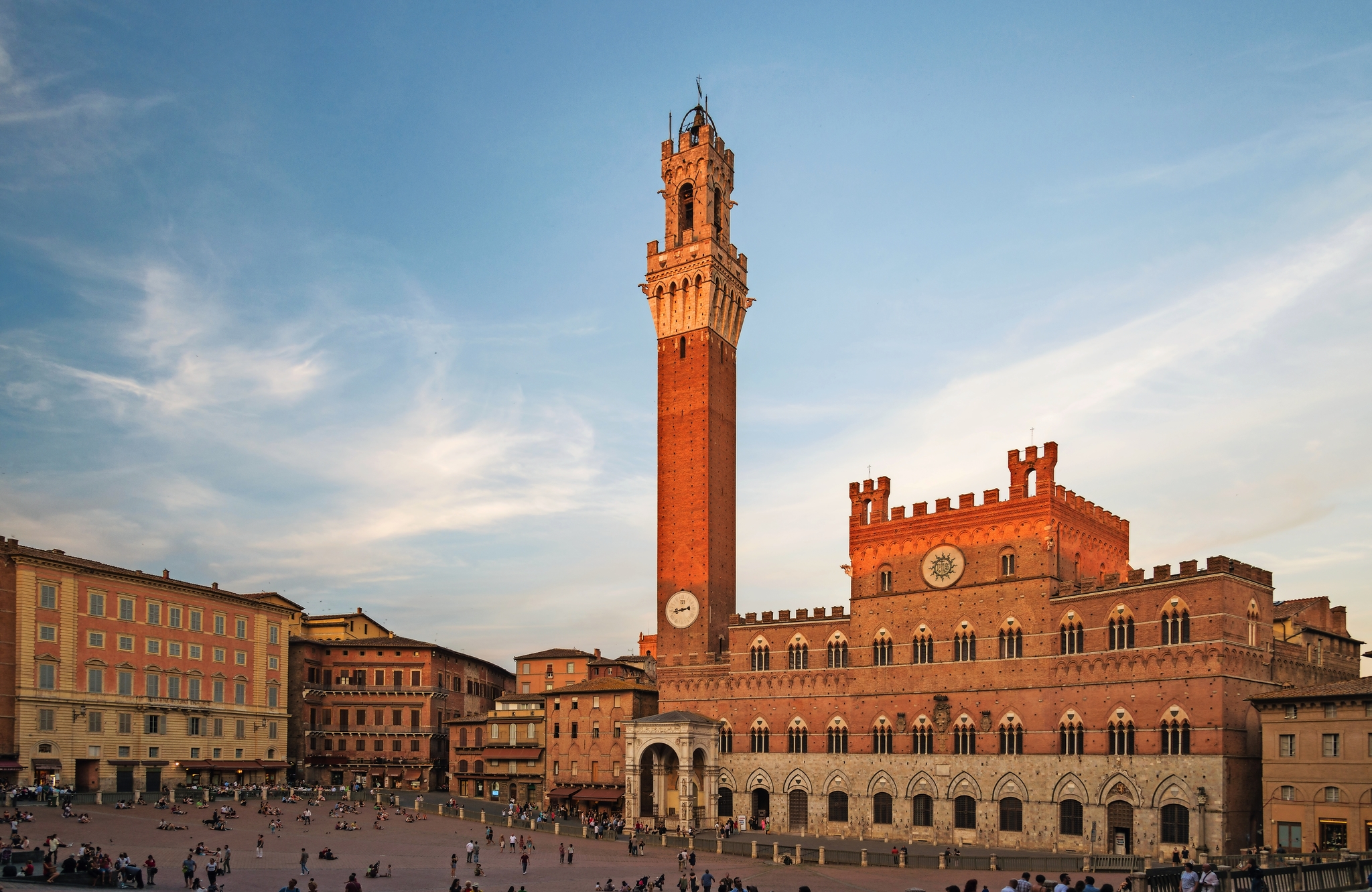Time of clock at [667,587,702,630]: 8:43
